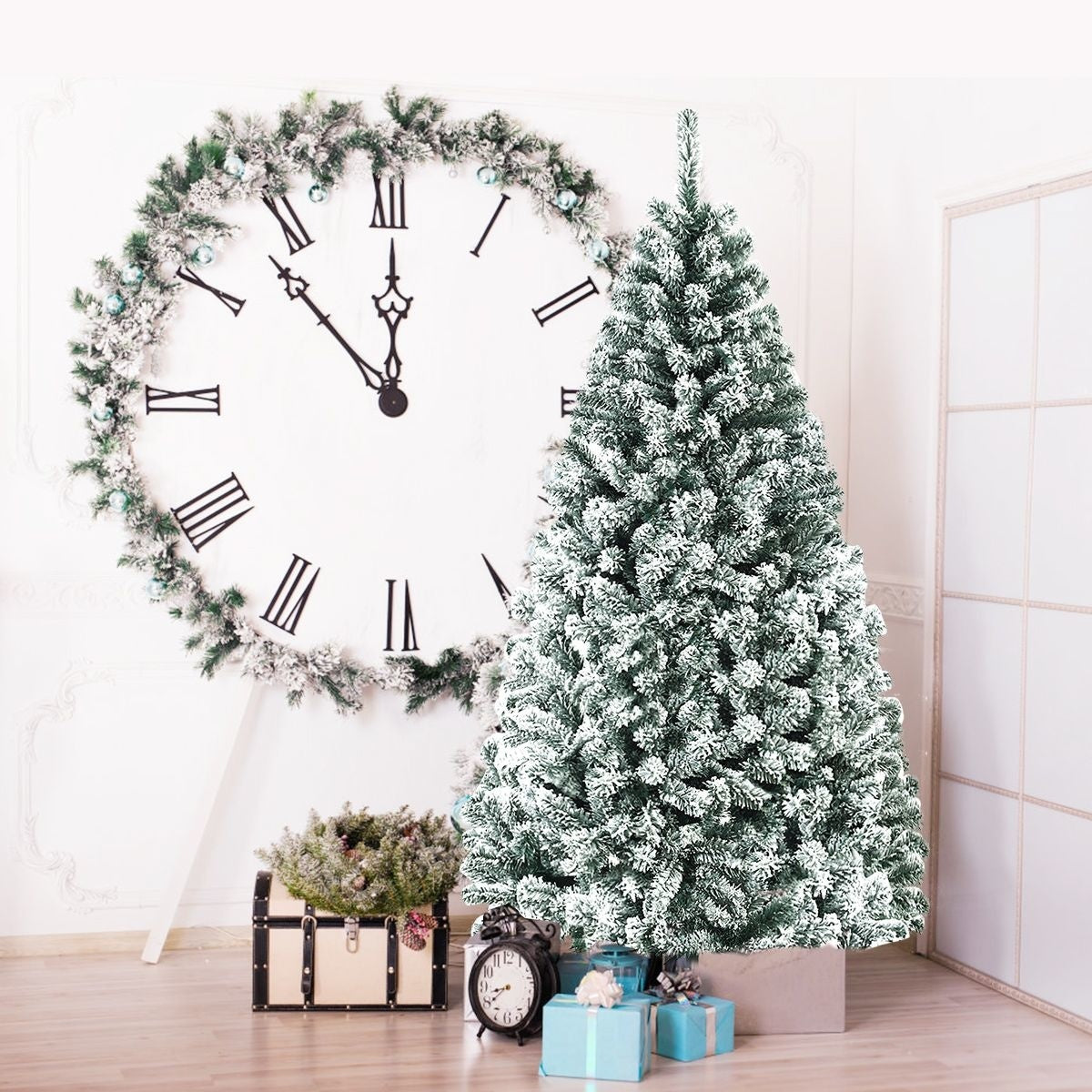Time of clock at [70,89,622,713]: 11:52
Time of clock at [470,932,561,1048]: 8:38
